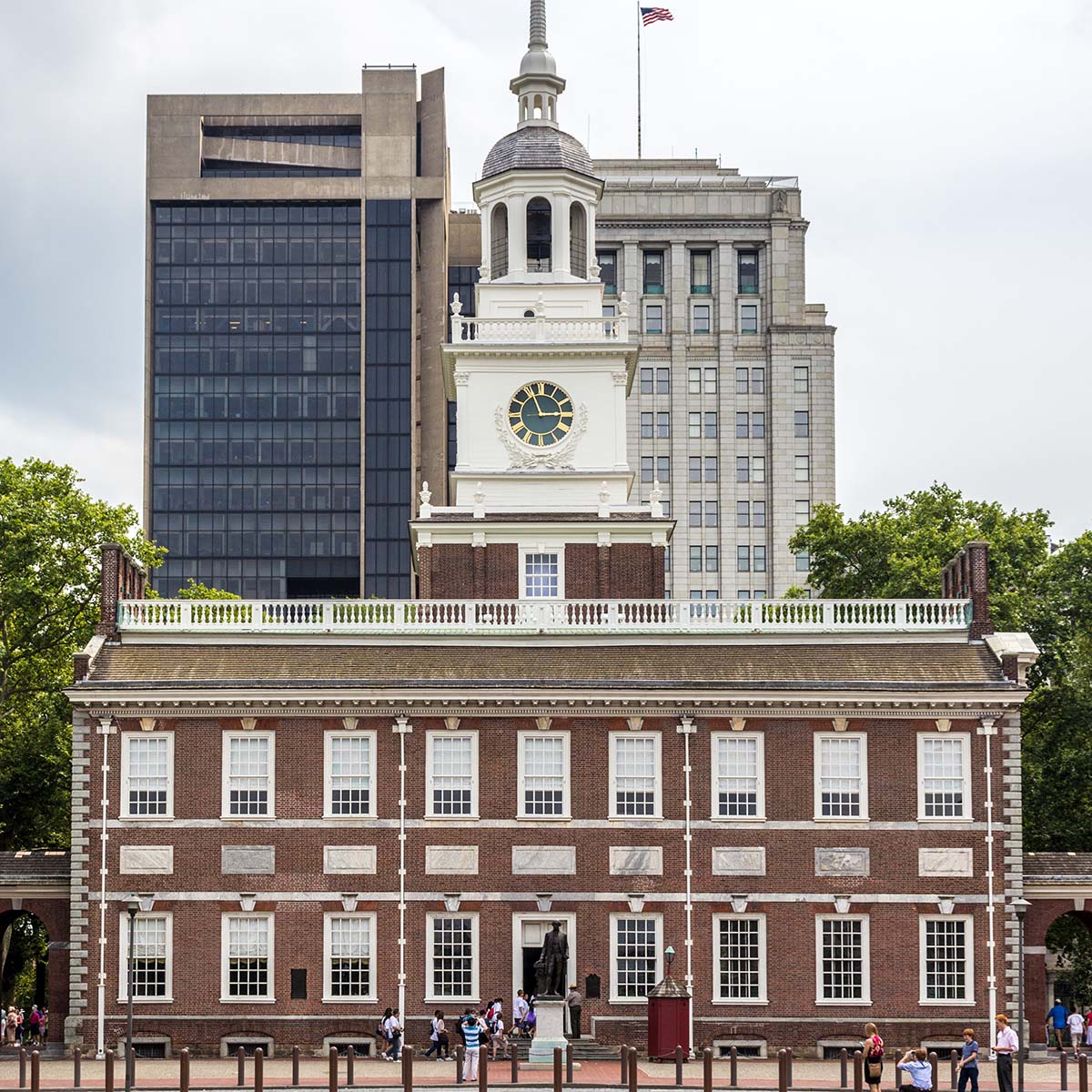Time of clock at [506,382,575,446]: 2:56
